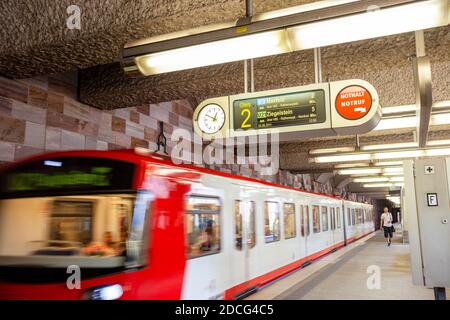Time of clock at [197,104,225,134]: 12:49
